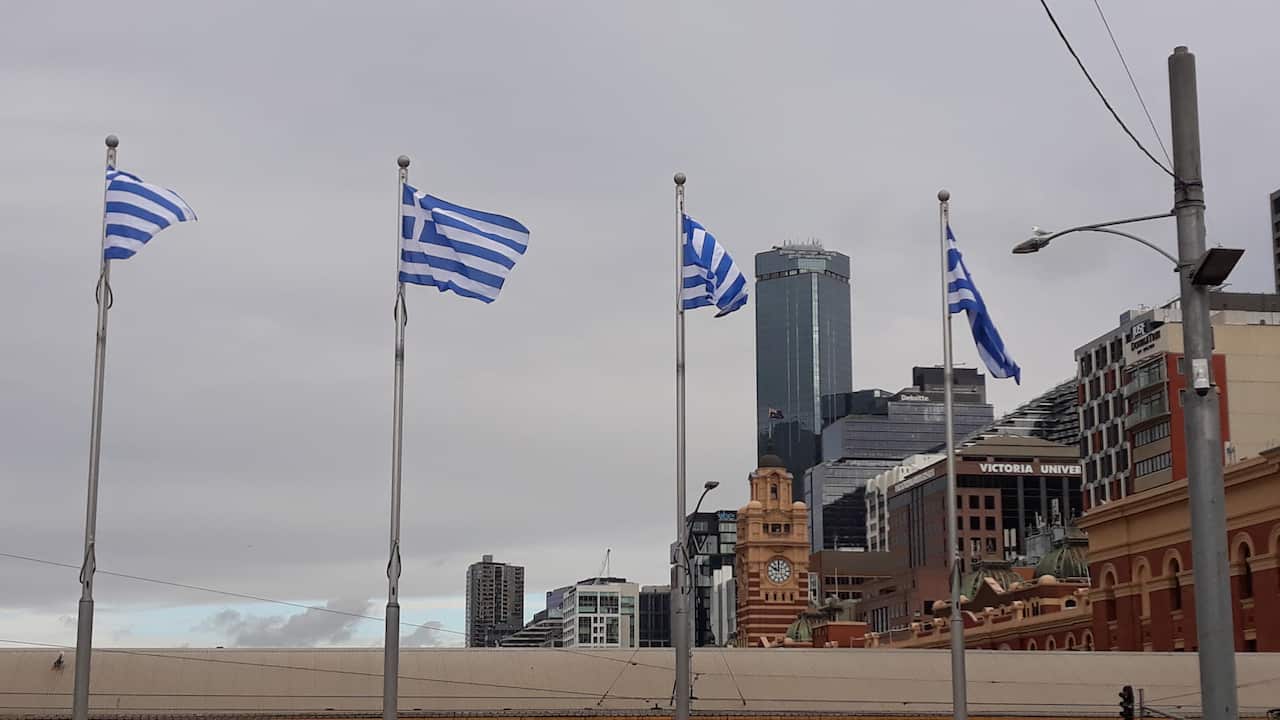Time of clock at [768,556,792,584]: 10:00
